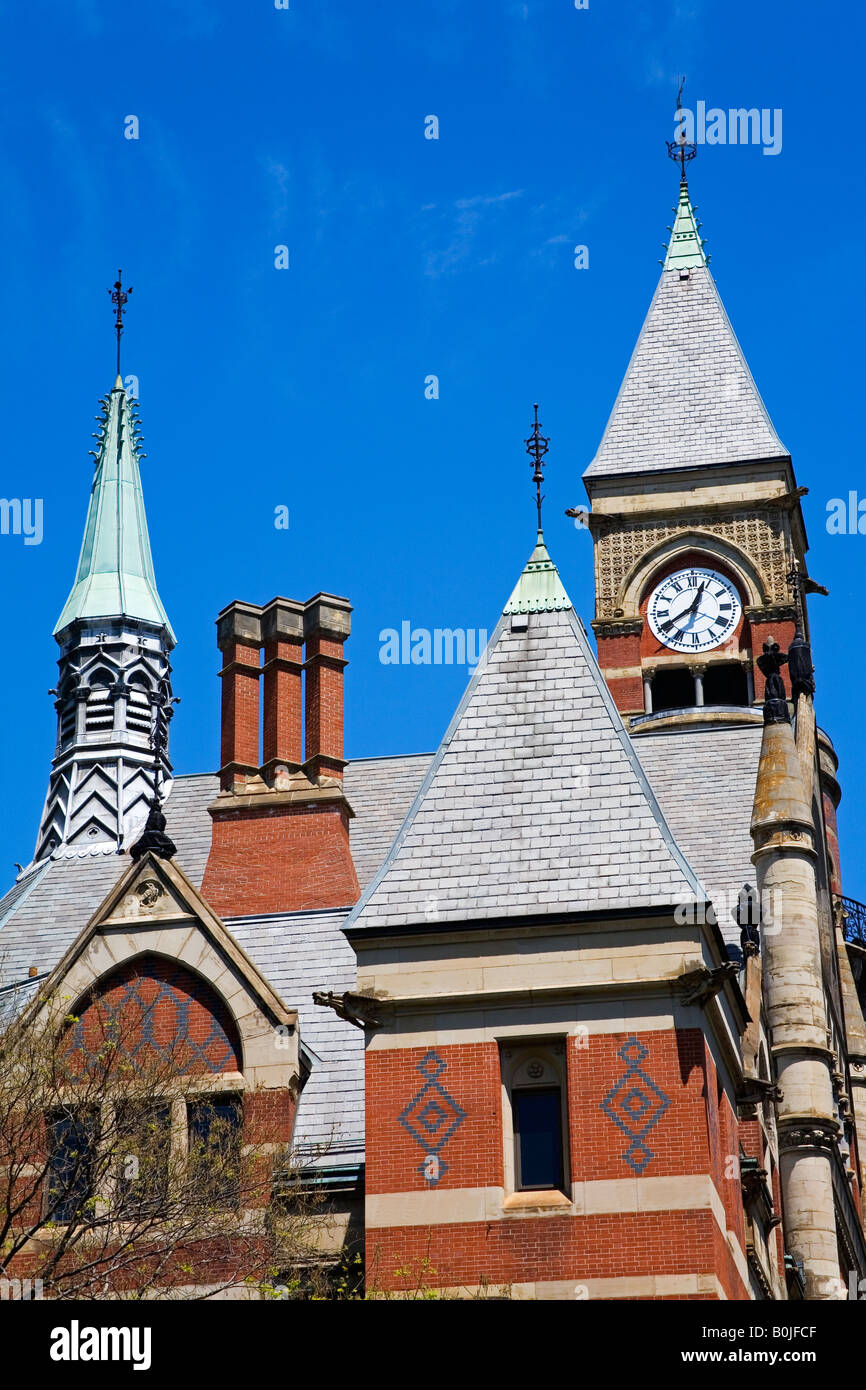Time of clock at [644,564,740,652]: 12:40
